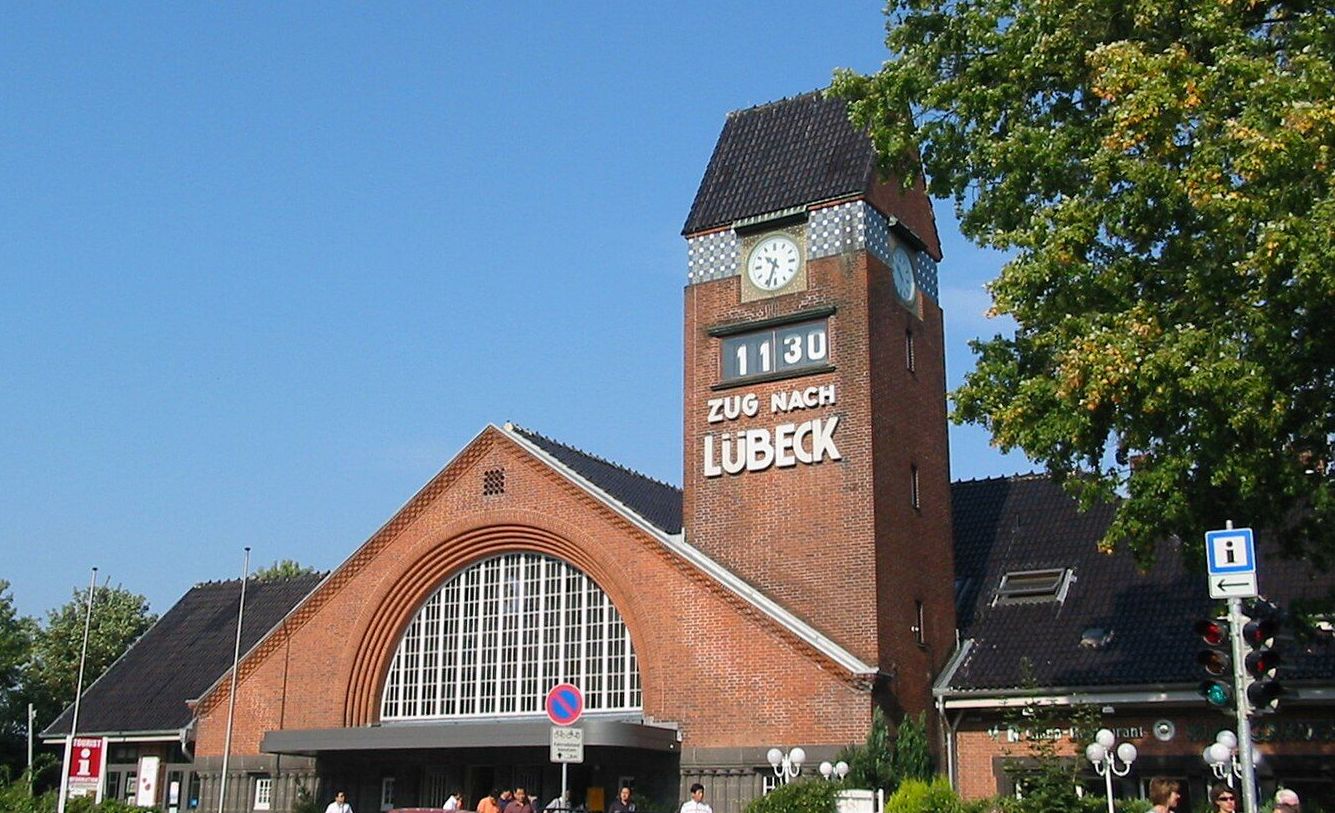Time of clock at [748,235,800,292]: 10:33
